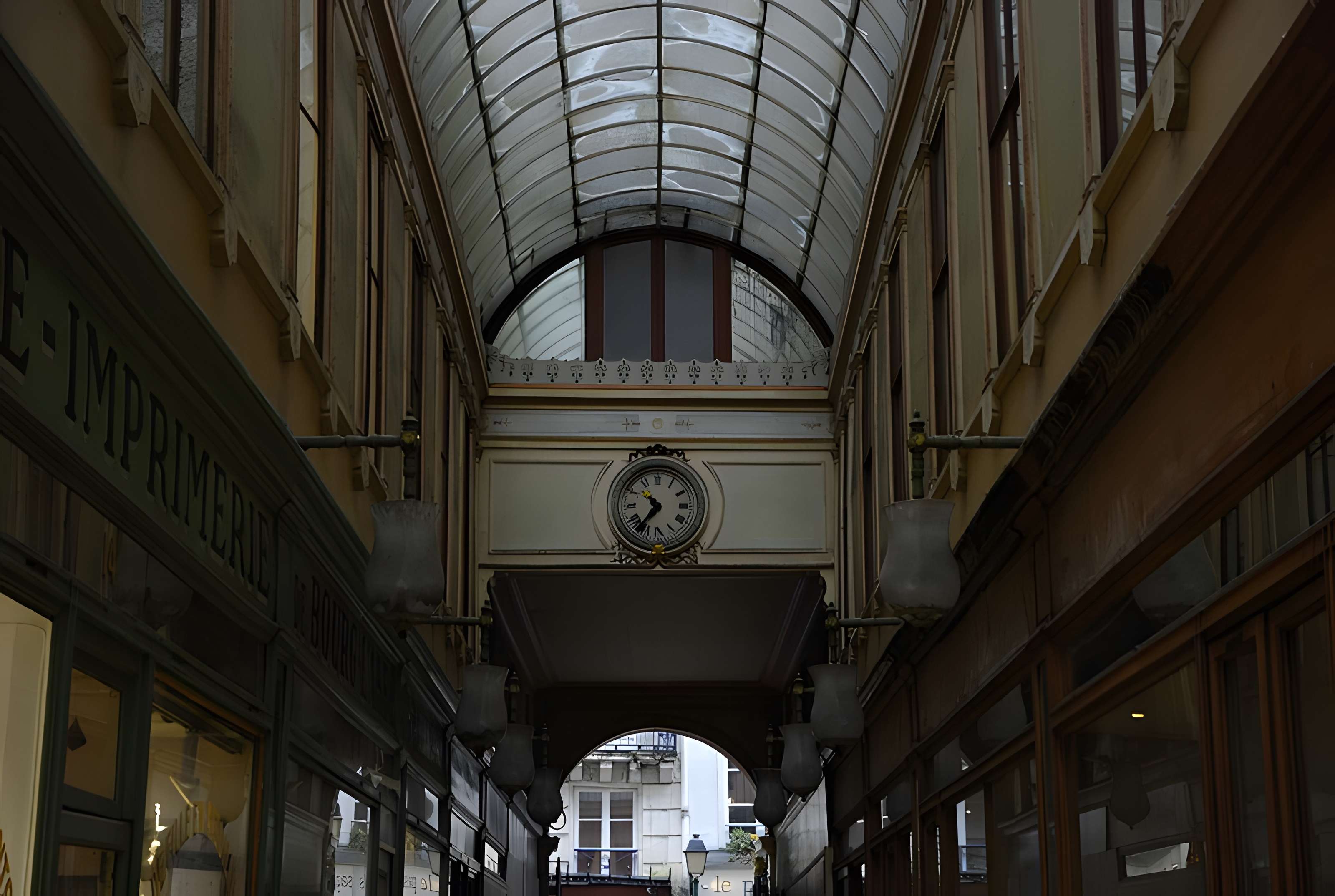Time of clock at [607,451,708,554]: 10:36
